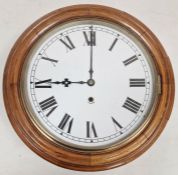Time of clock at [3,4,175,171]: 9:00
